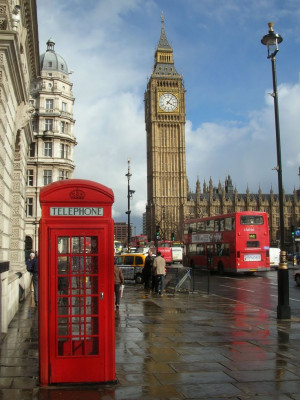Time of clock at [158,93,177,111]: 4:06
